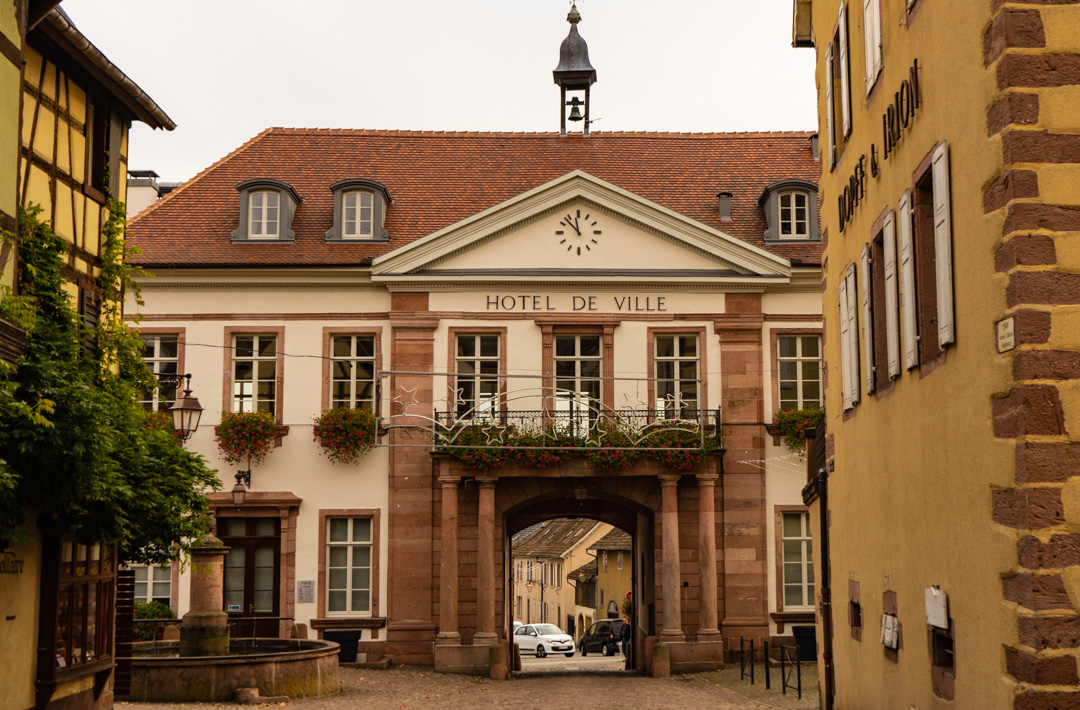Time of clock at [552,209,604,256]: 11:52
